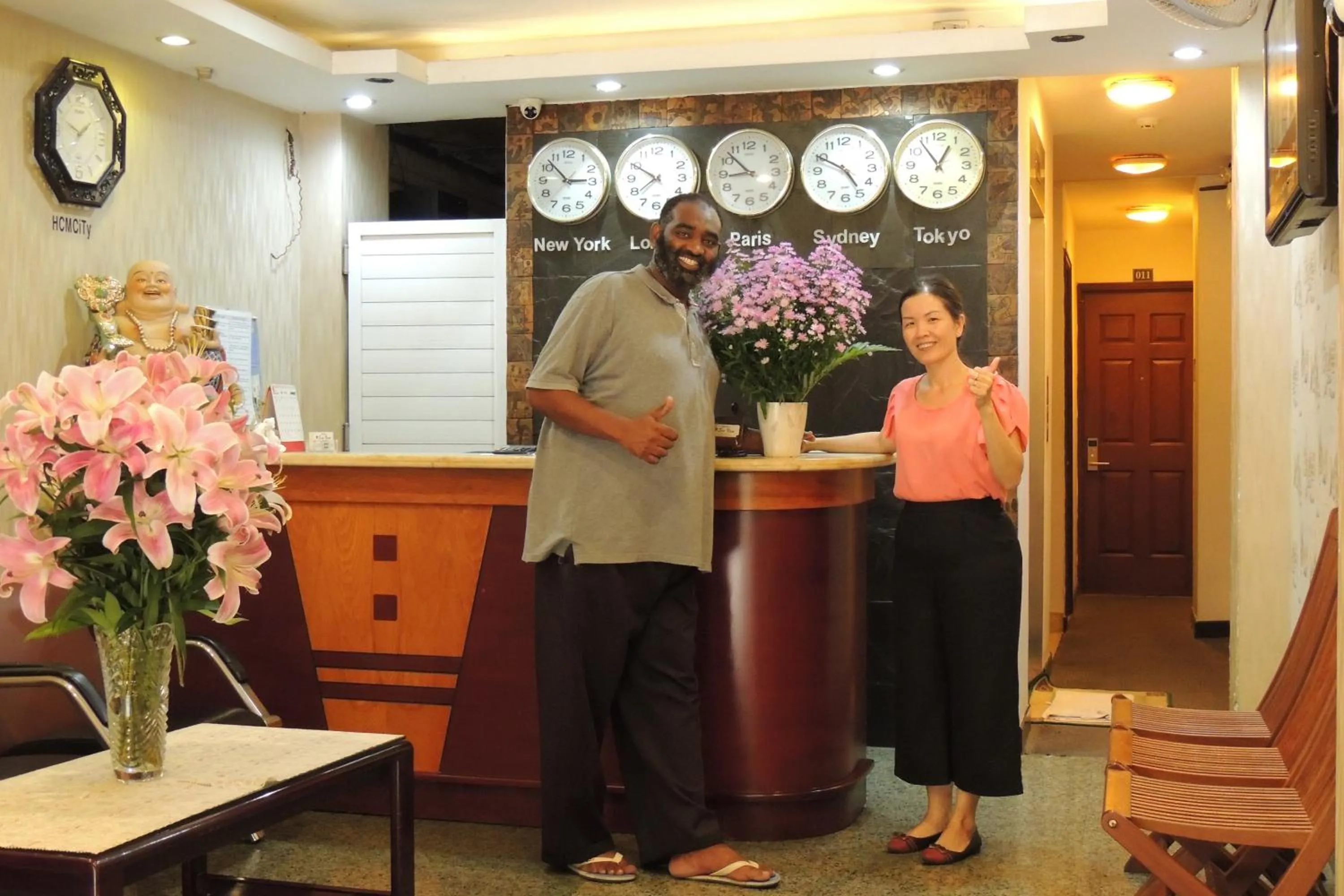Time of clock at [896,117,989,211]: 12:53
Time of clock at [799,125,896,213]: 4:49
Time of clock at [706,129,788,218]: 8:52
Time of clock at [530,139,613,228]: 2:52
